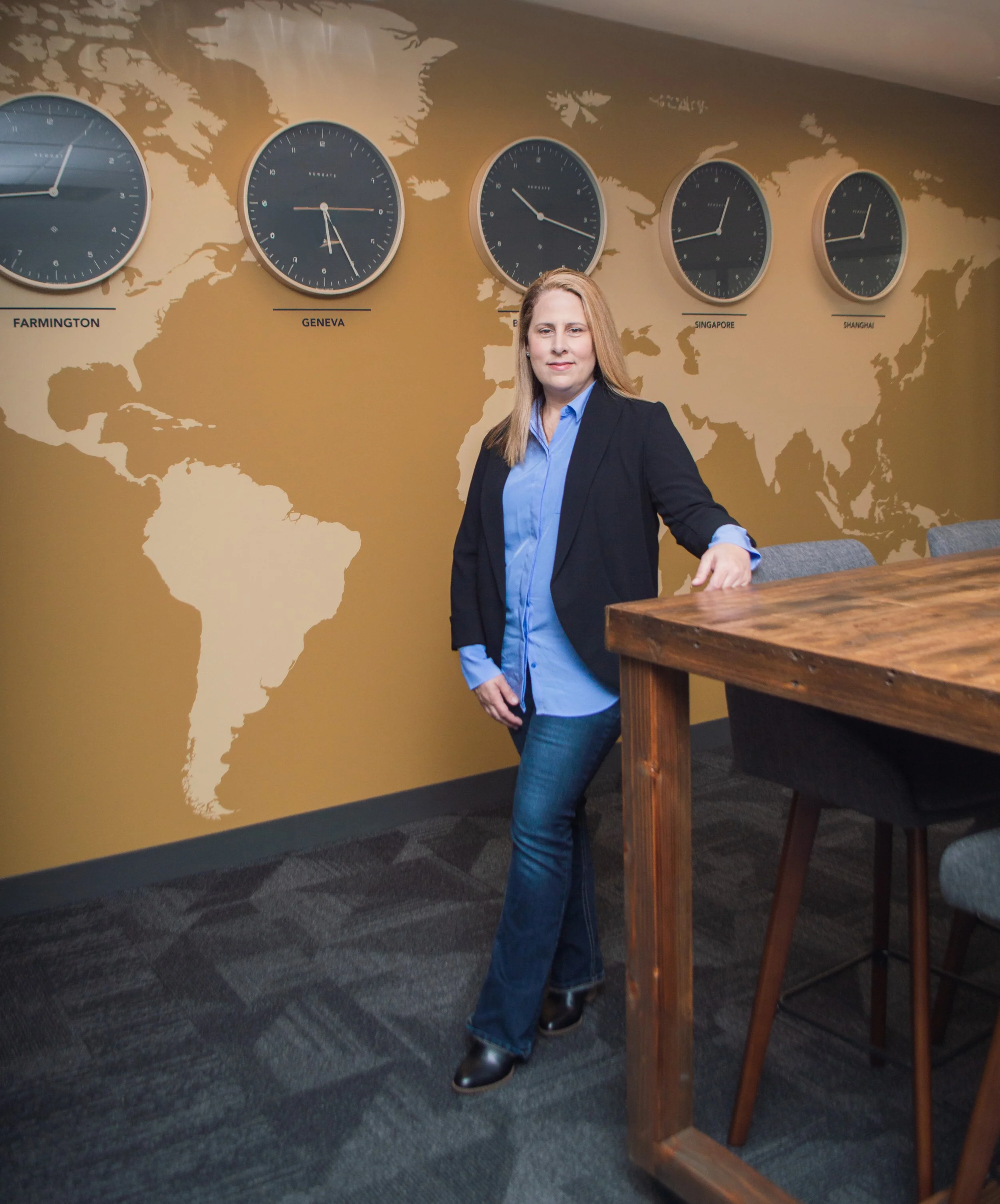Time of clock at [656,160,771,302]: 12:43
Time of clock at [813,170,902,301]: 12:43
